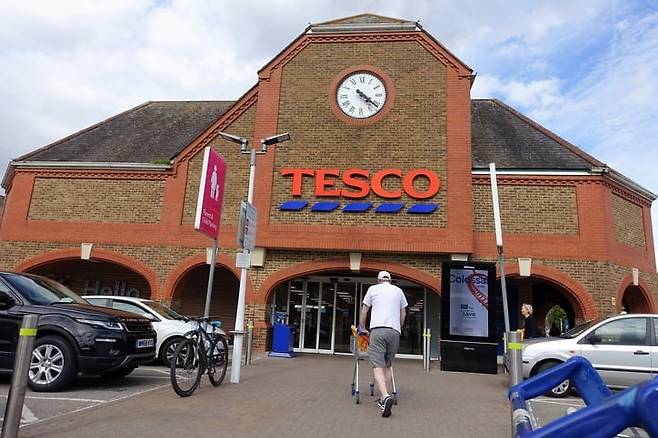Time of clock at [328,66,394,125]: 4:21
